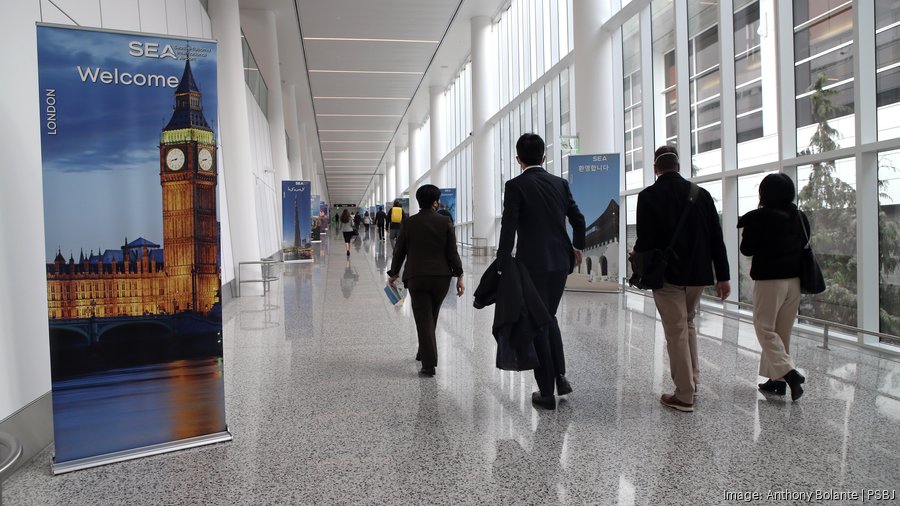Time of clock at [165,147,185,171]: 8:43
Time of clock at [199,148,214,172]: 8:42
